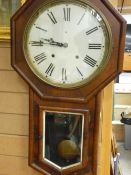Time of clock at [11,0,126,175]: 9:45
